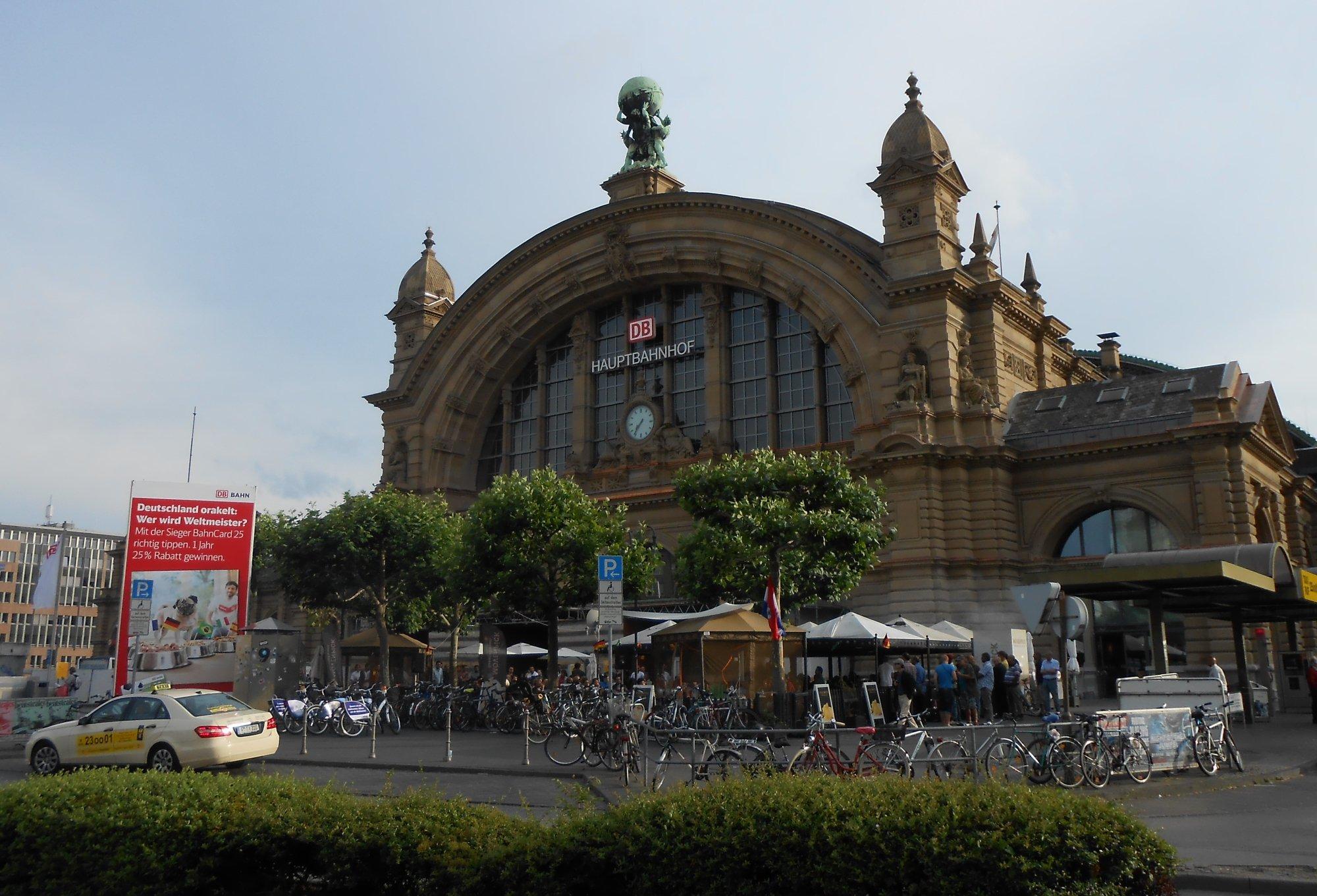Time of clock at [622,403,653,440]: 7:36
